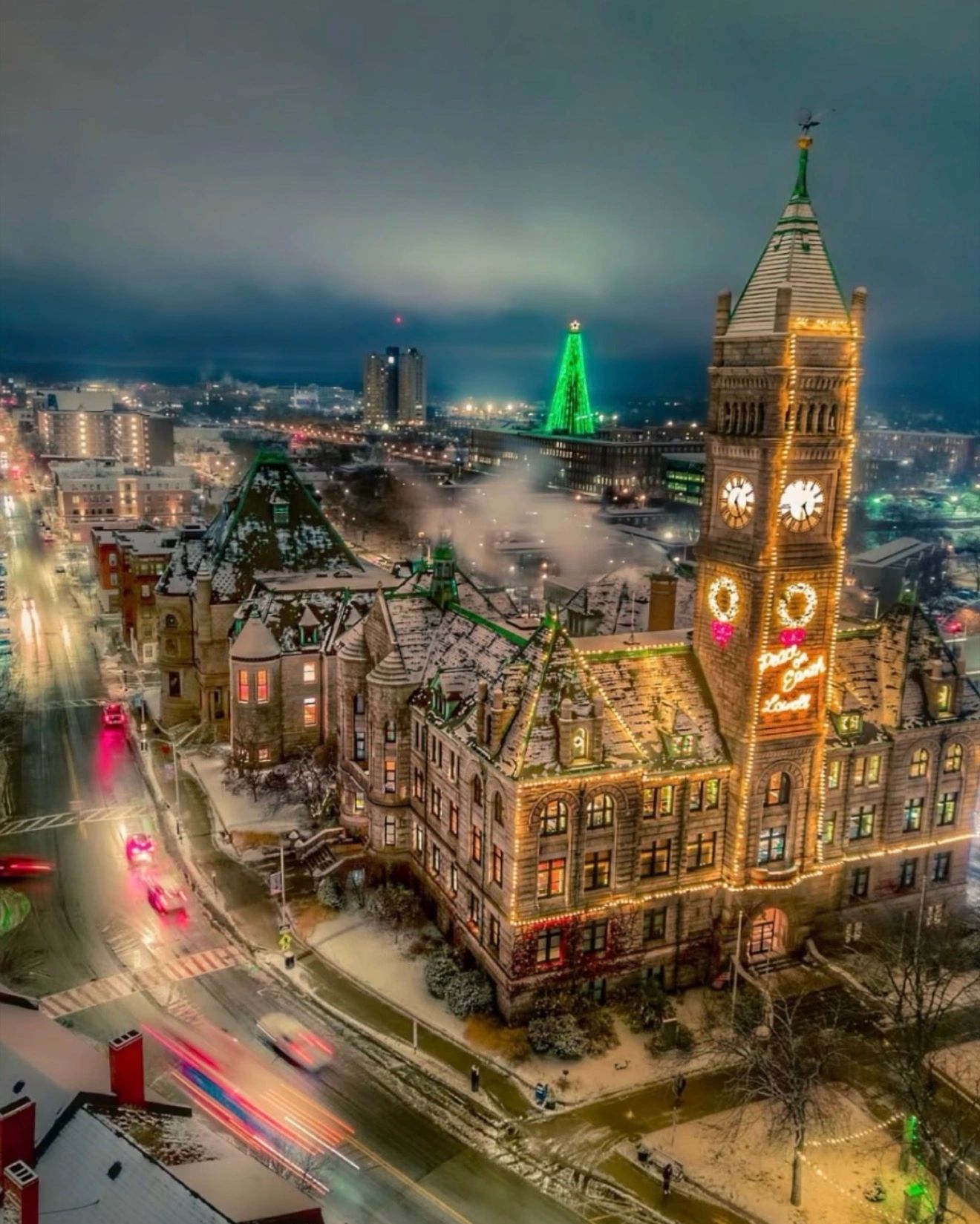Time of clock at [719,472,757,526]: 5:03
